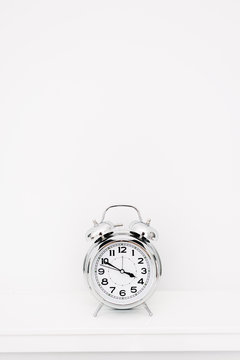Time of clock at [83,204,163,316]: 3:49
